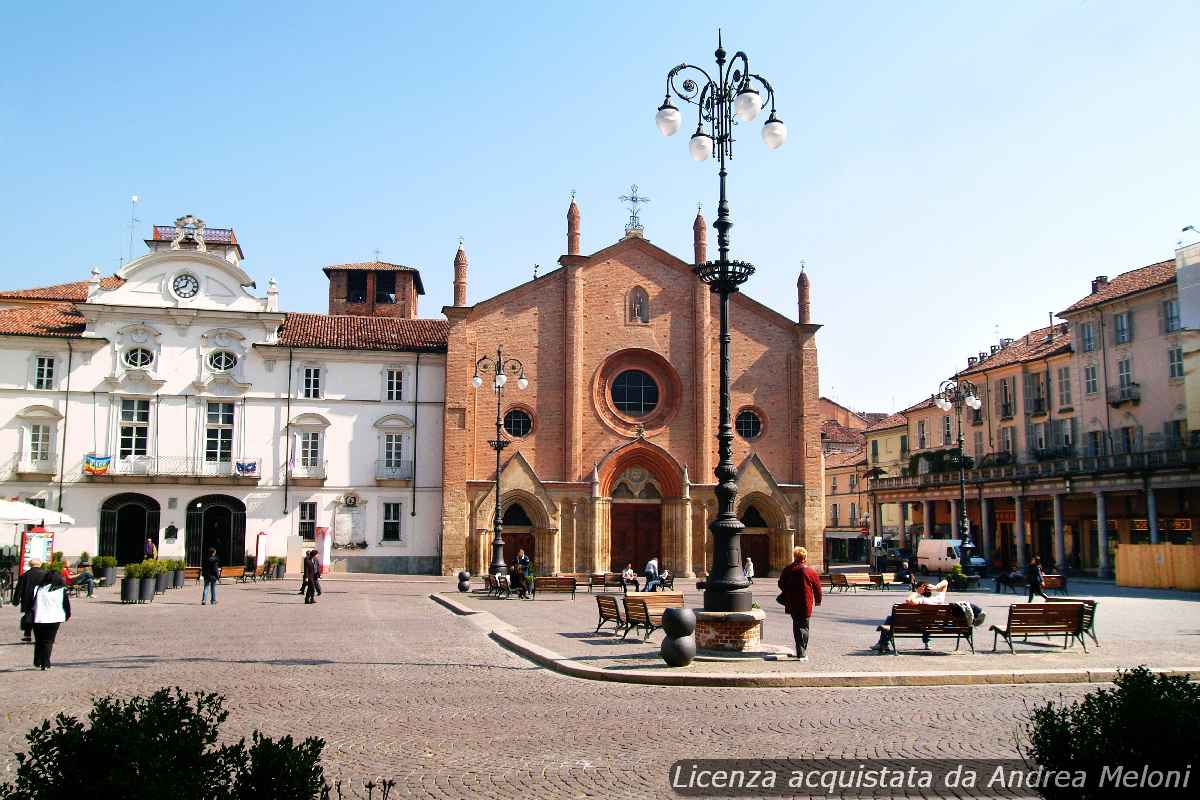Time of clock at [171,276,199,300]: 12:41
